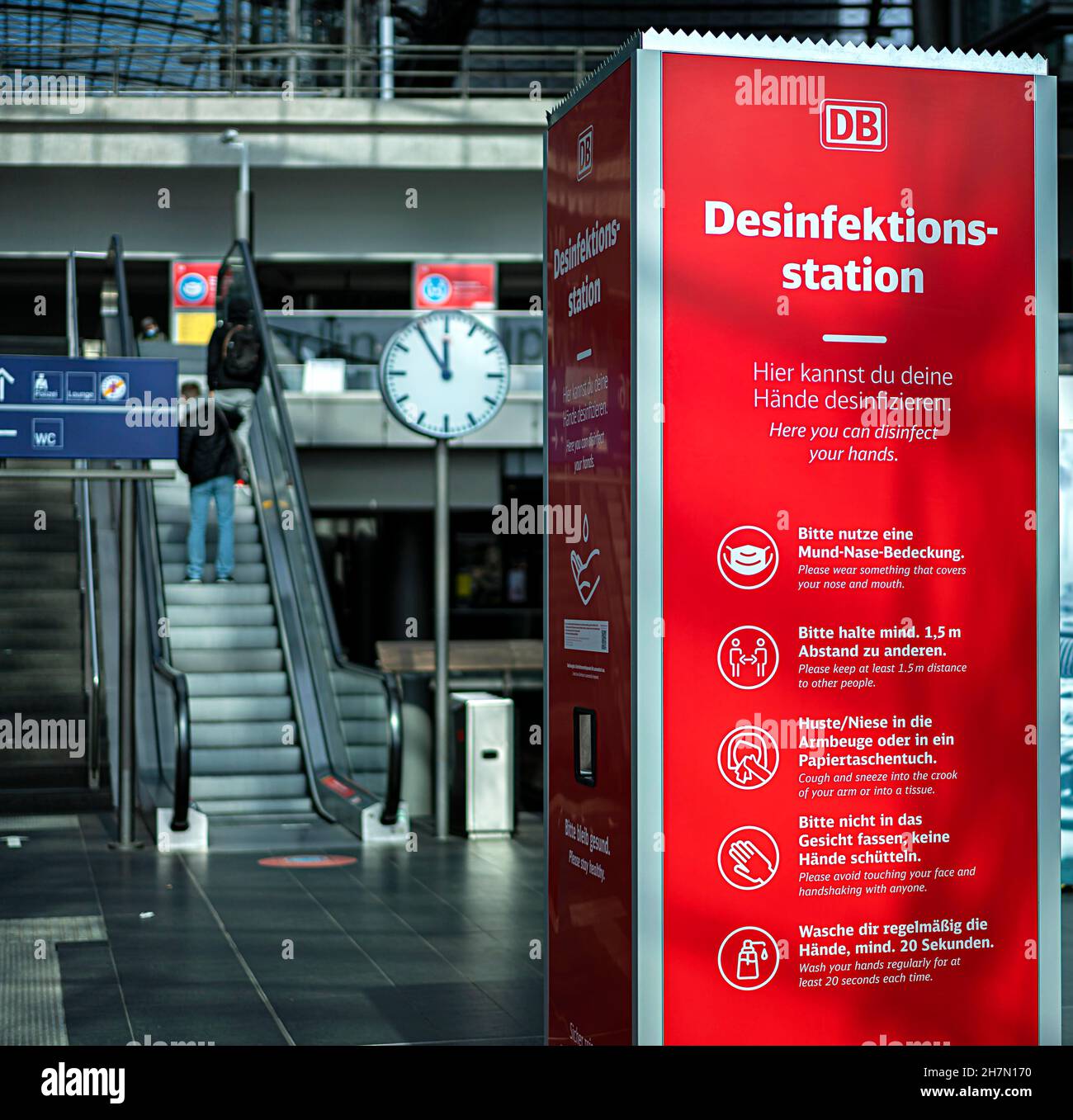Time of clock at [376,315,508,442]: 11:54
